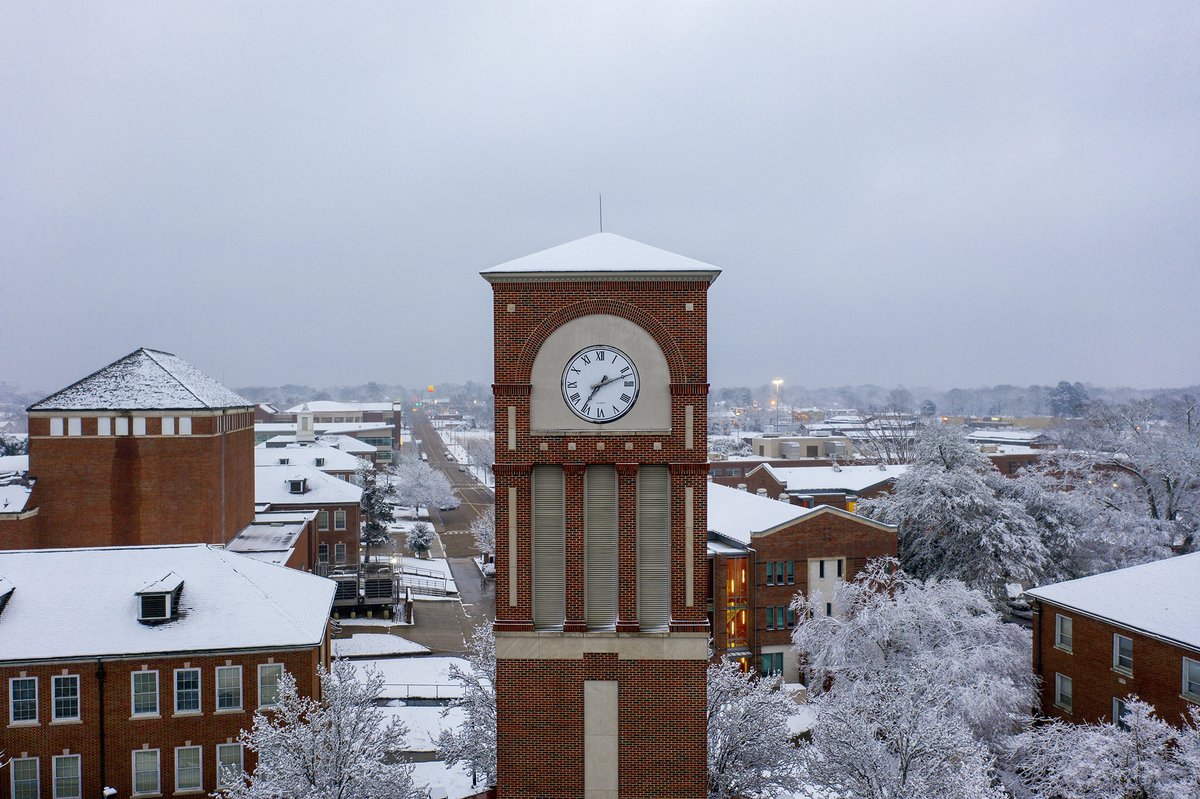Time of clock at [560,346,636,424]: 7:11
